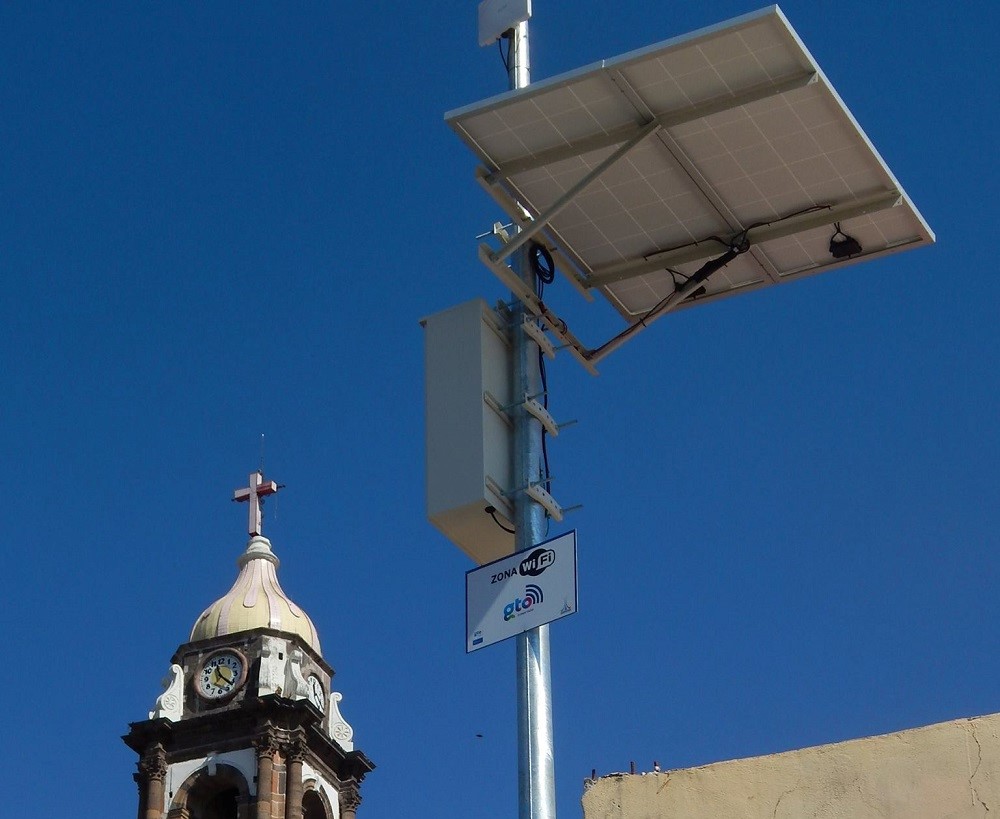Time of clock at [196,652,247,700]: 11:21
